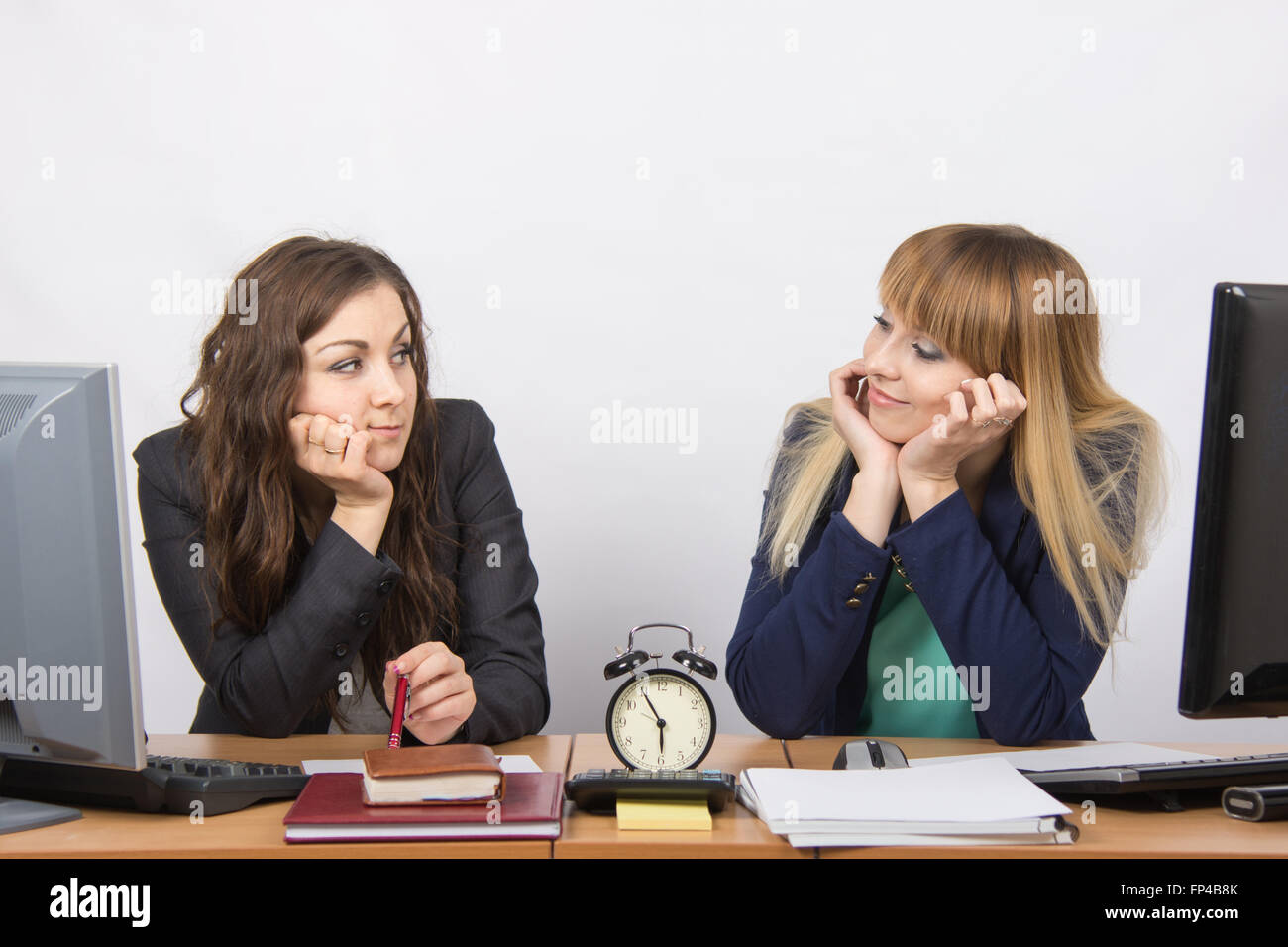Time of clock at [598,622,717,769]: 5:55
